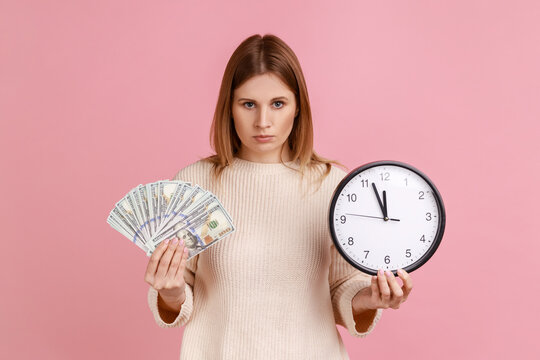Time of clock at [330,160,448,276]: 11:56
